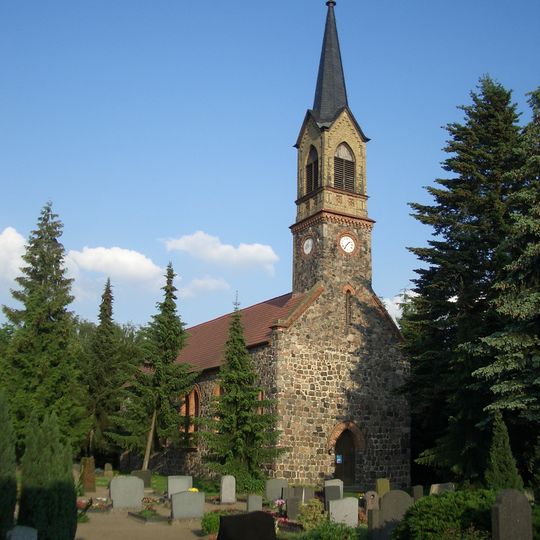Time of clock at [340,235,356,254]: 1:36
